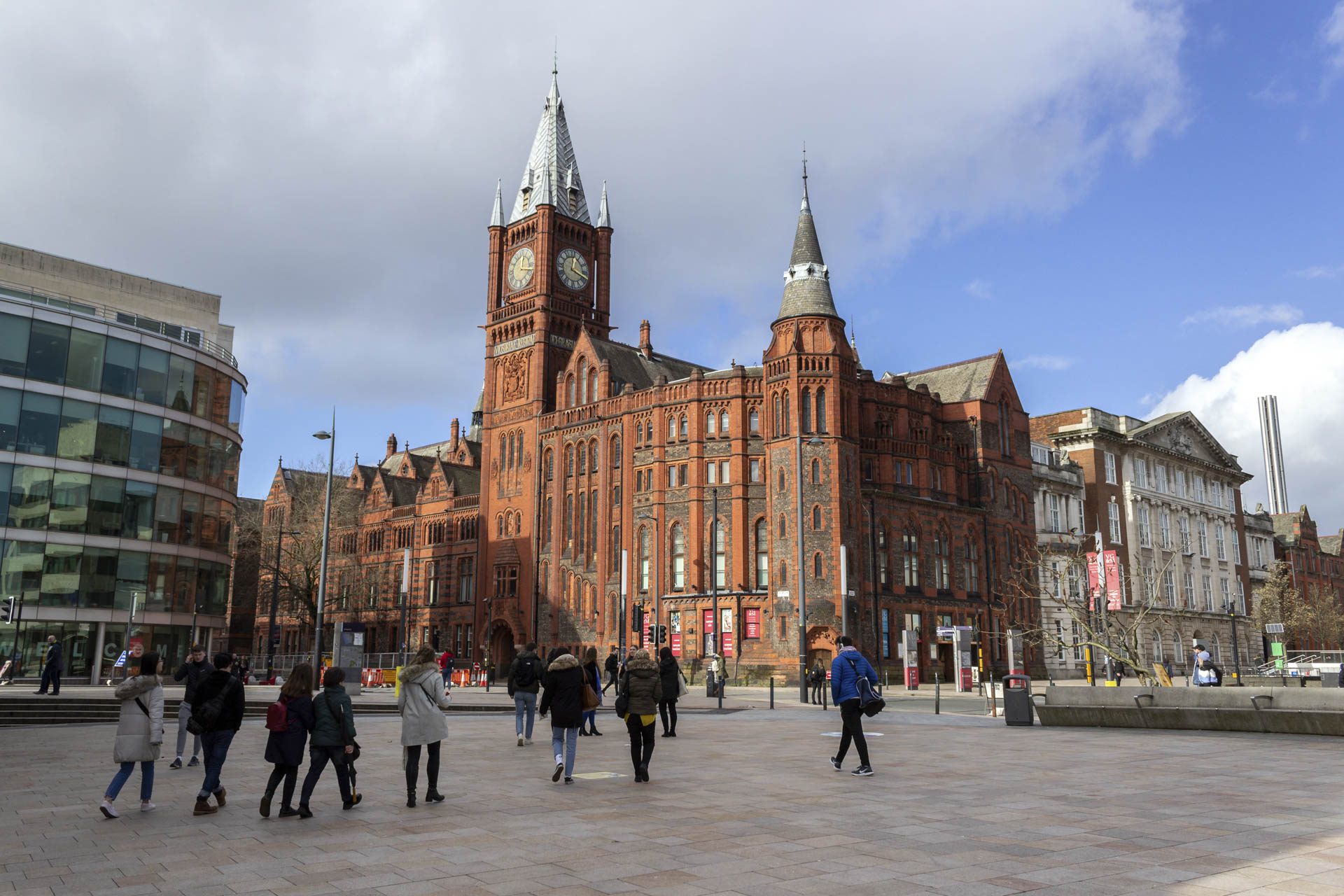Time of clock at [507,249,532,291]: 12:17
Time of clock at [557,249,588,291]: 12:18
